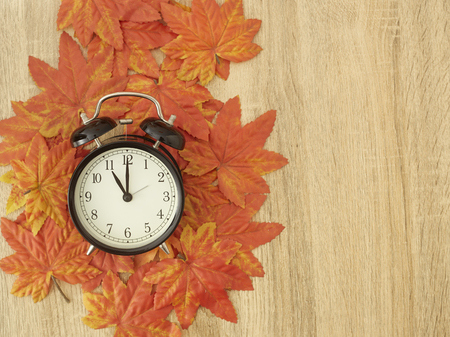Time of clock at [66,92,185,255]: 11:00
